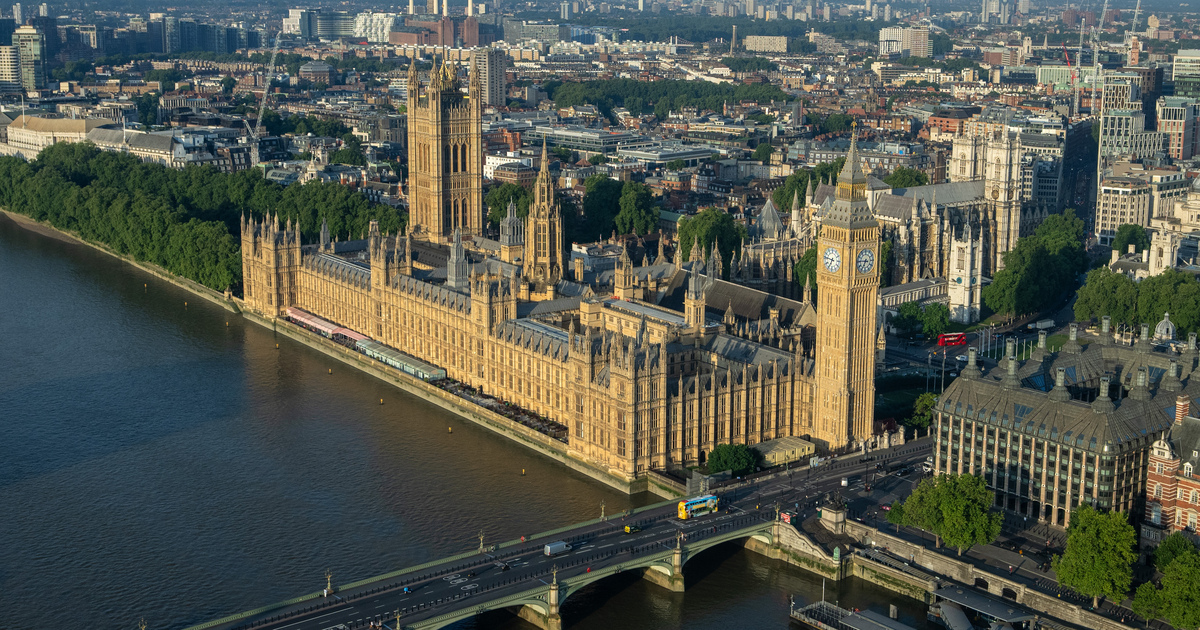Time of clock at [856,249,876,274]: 6:45
